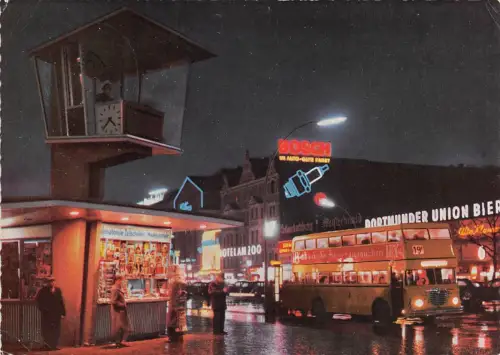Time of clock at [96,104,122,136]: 4:37
